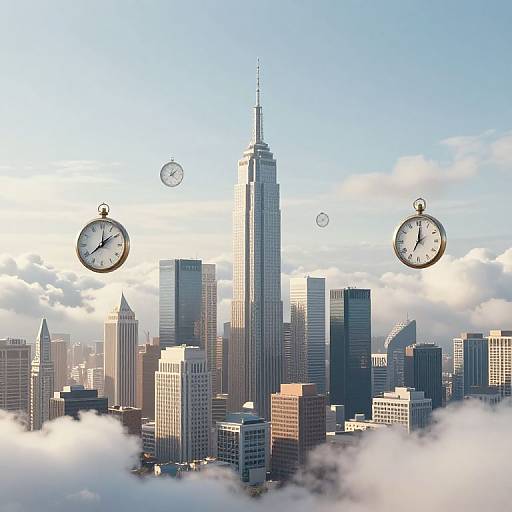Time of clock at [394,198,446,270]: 7:00
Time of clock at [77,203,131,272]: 12:08
